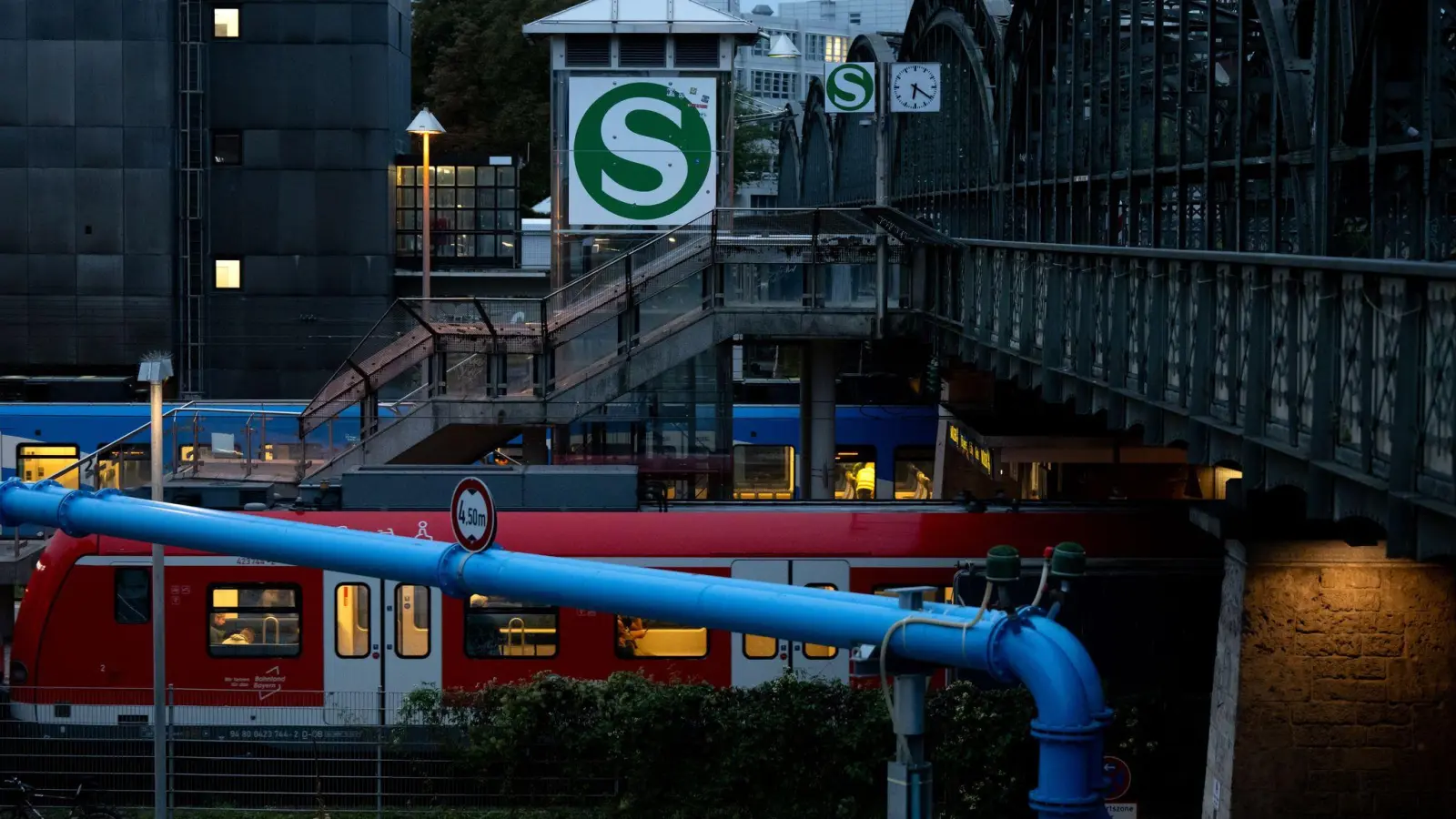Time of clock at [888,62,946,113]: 6:20
